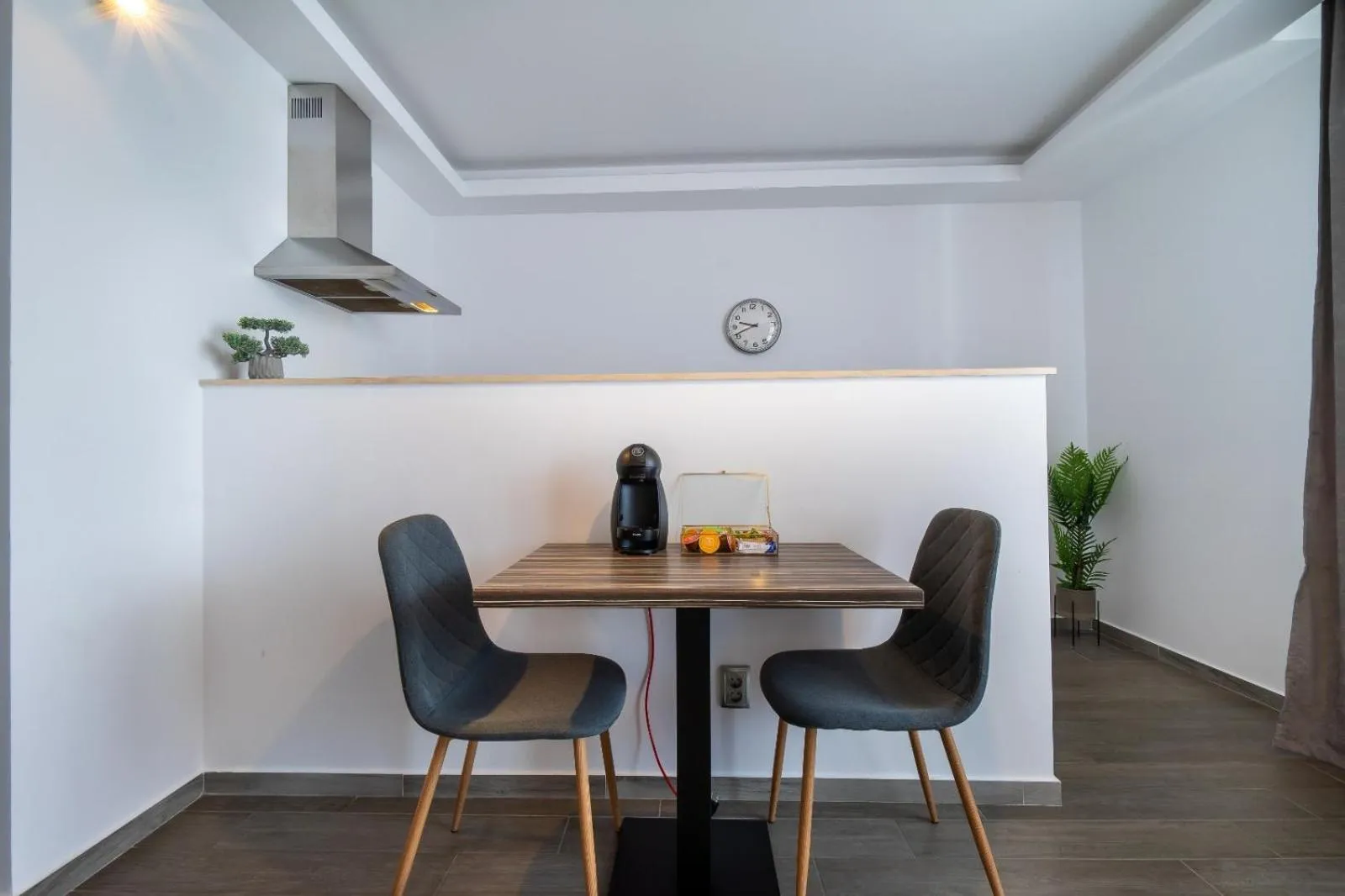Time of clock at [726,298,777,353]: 9:41
